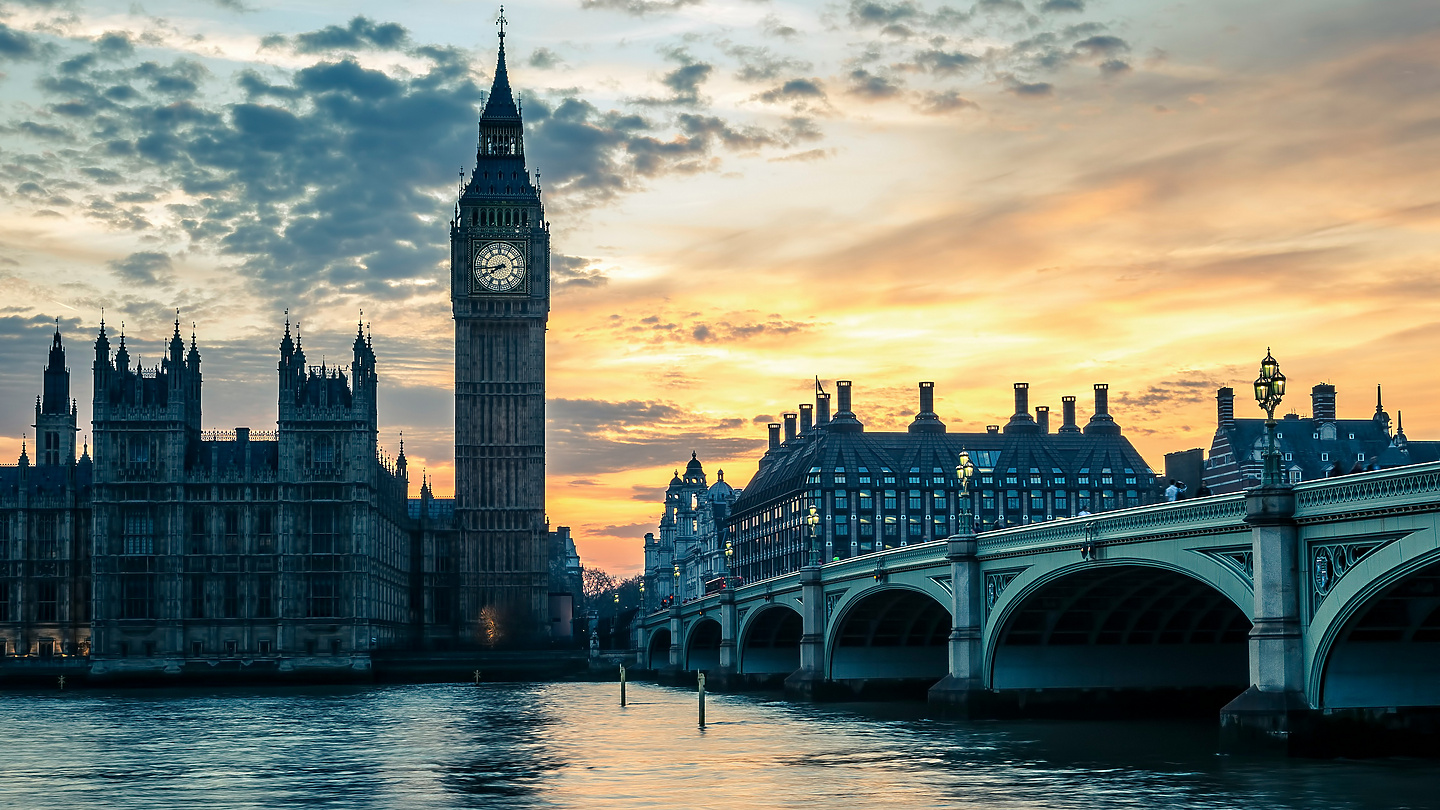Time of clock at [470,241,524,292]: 7:43
